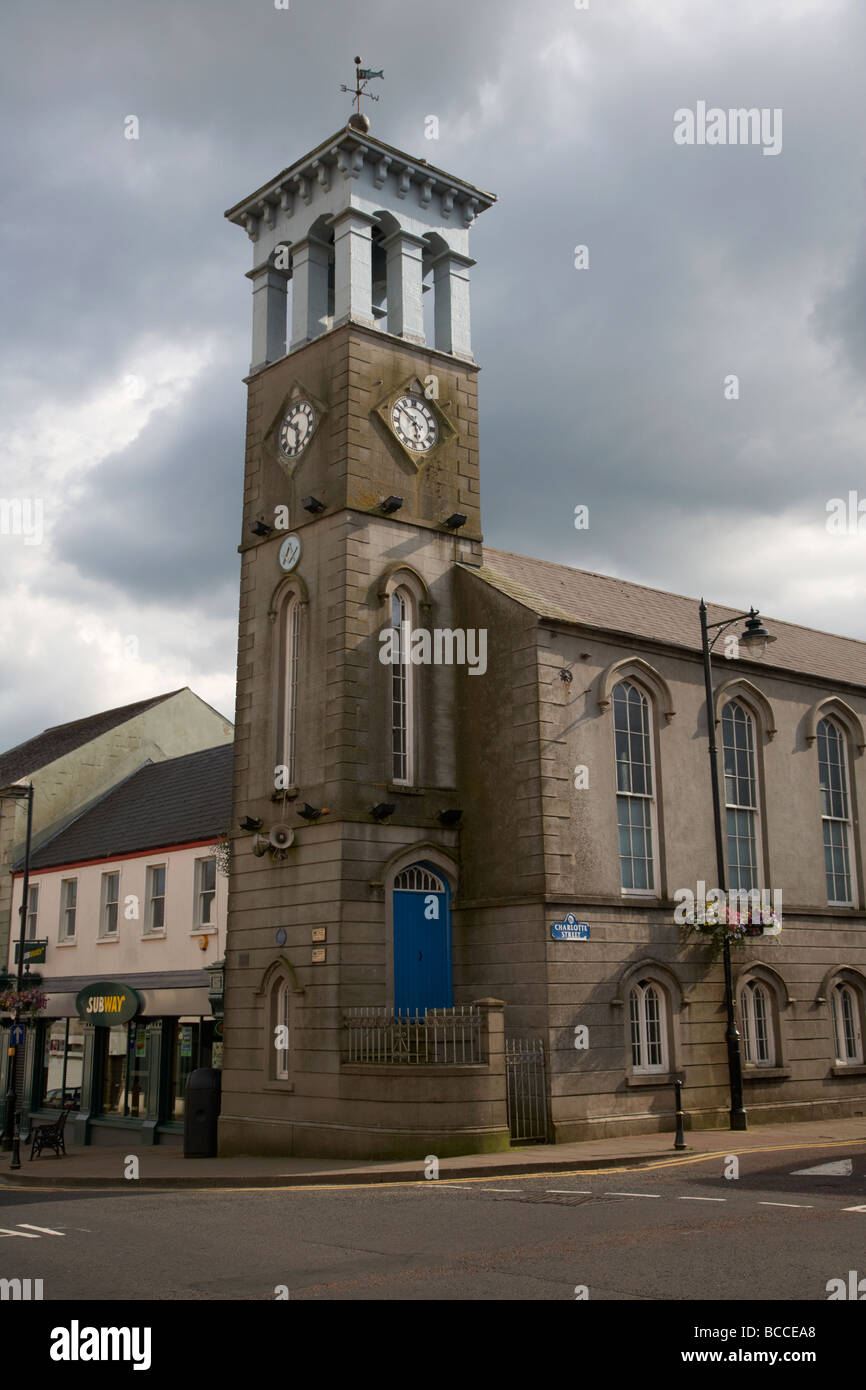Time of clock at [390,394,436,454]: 5:51
